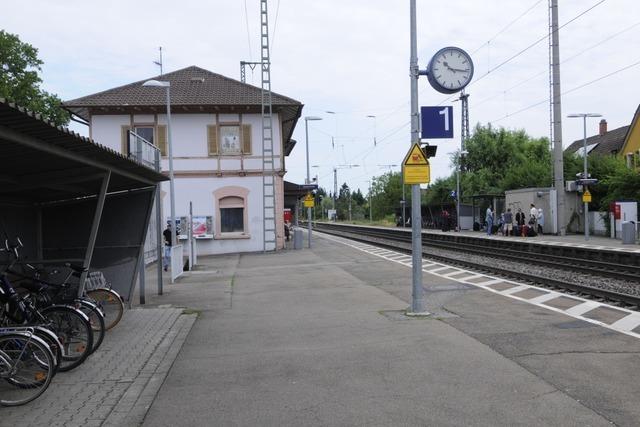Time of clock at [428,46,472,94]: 10:16
